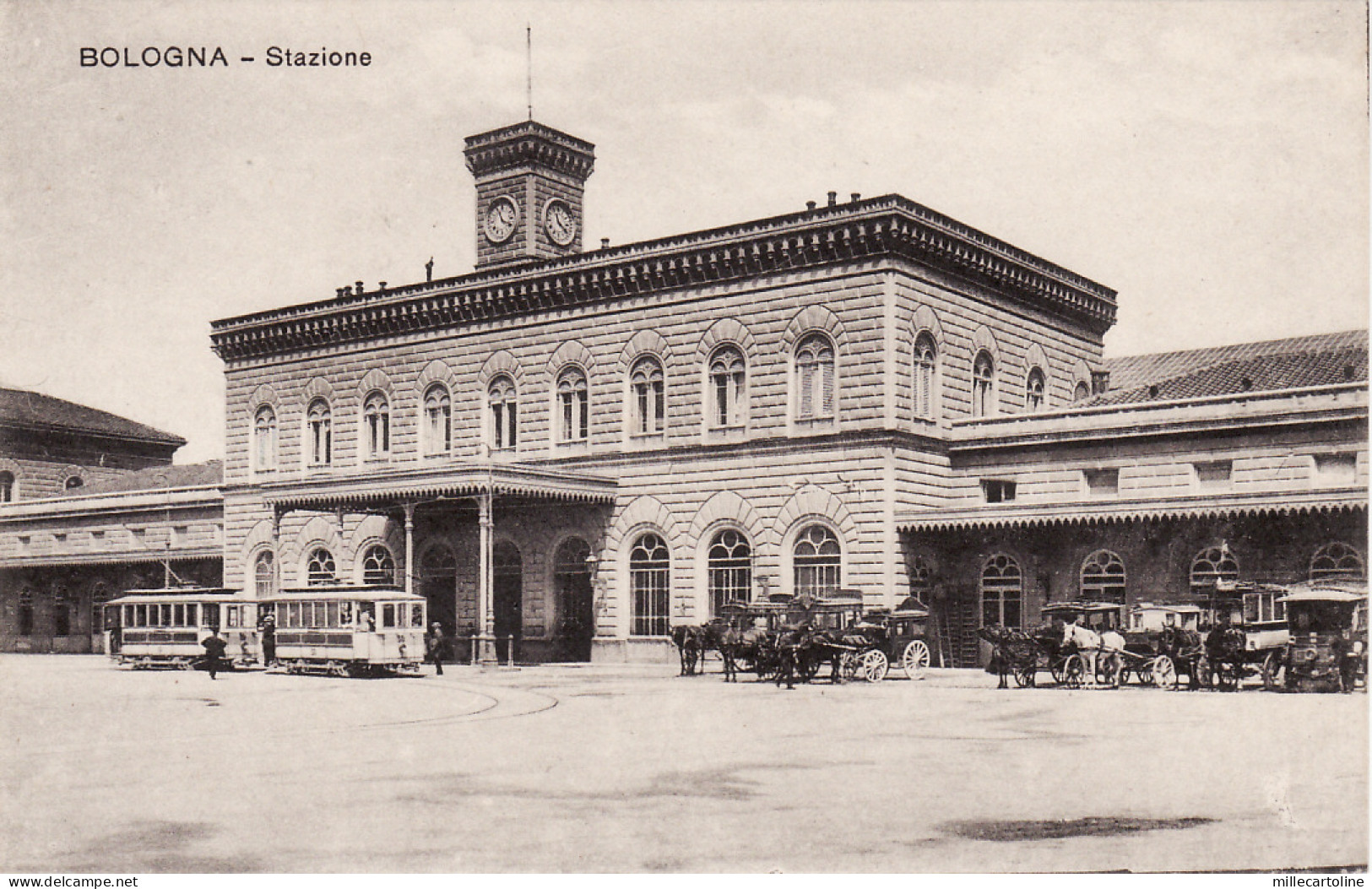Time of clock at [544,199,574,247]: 11:21
